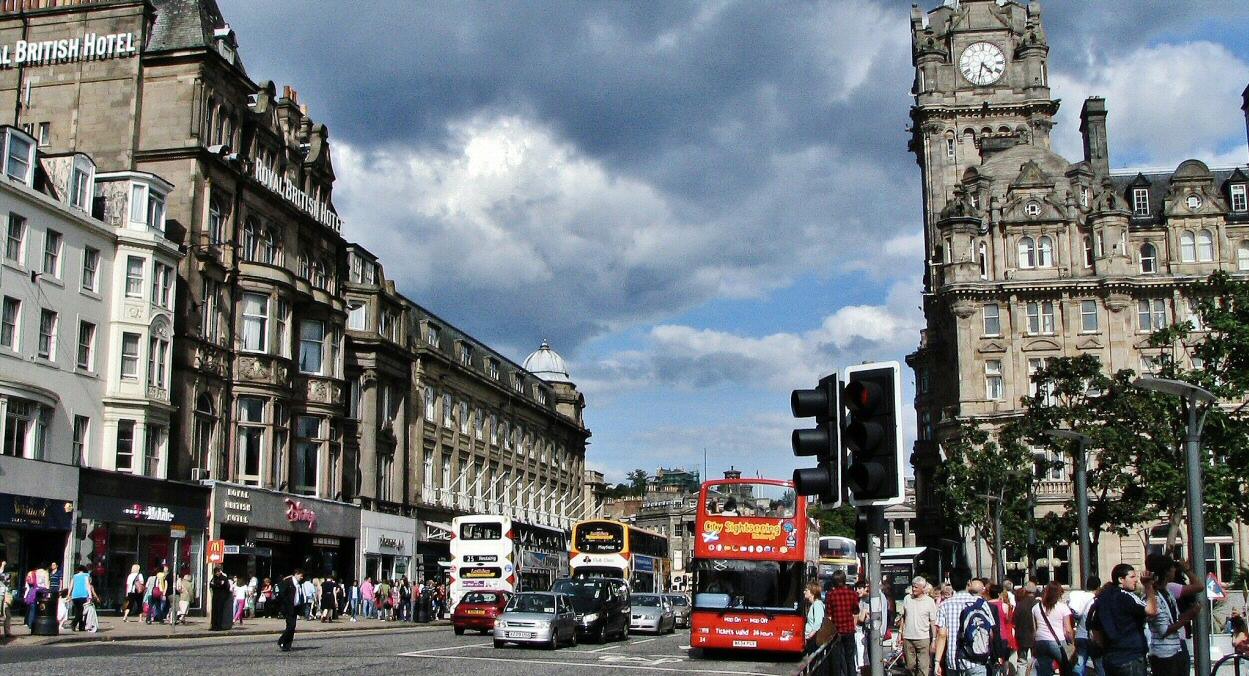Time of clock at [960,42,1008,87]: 4:32
